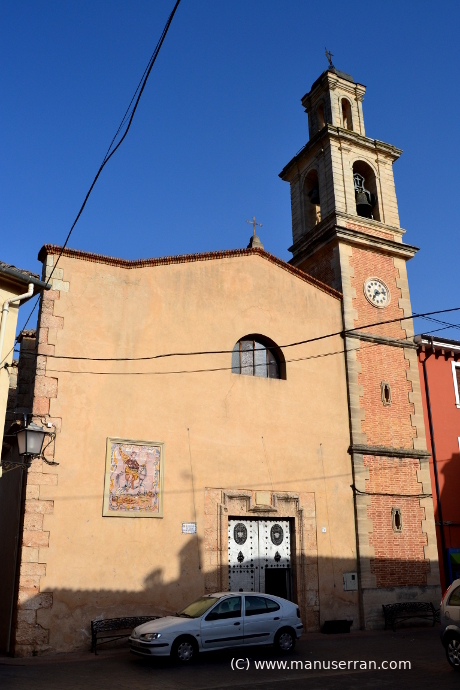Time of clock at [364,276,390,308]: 7:13
